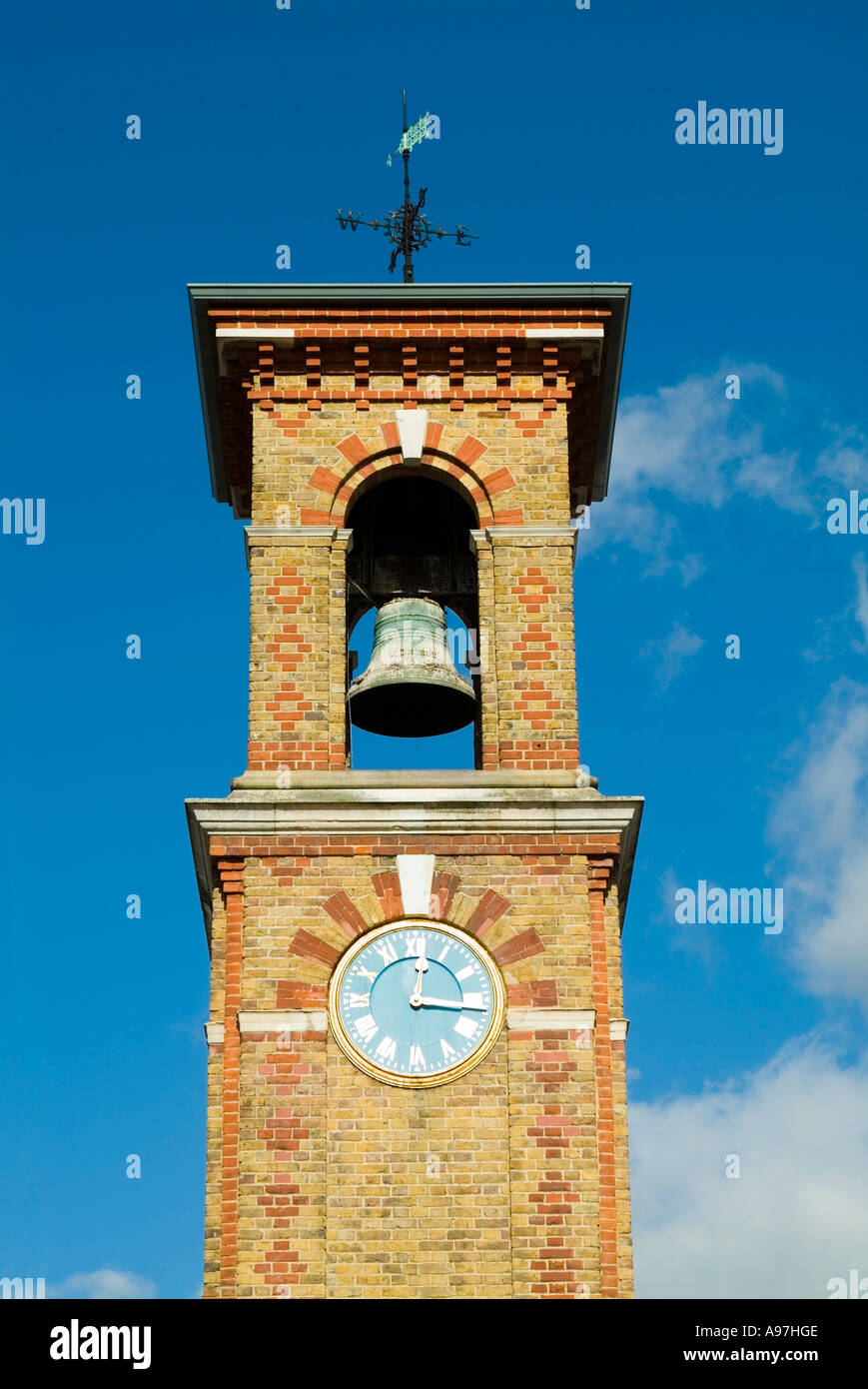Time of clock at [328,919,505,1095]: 12:16
